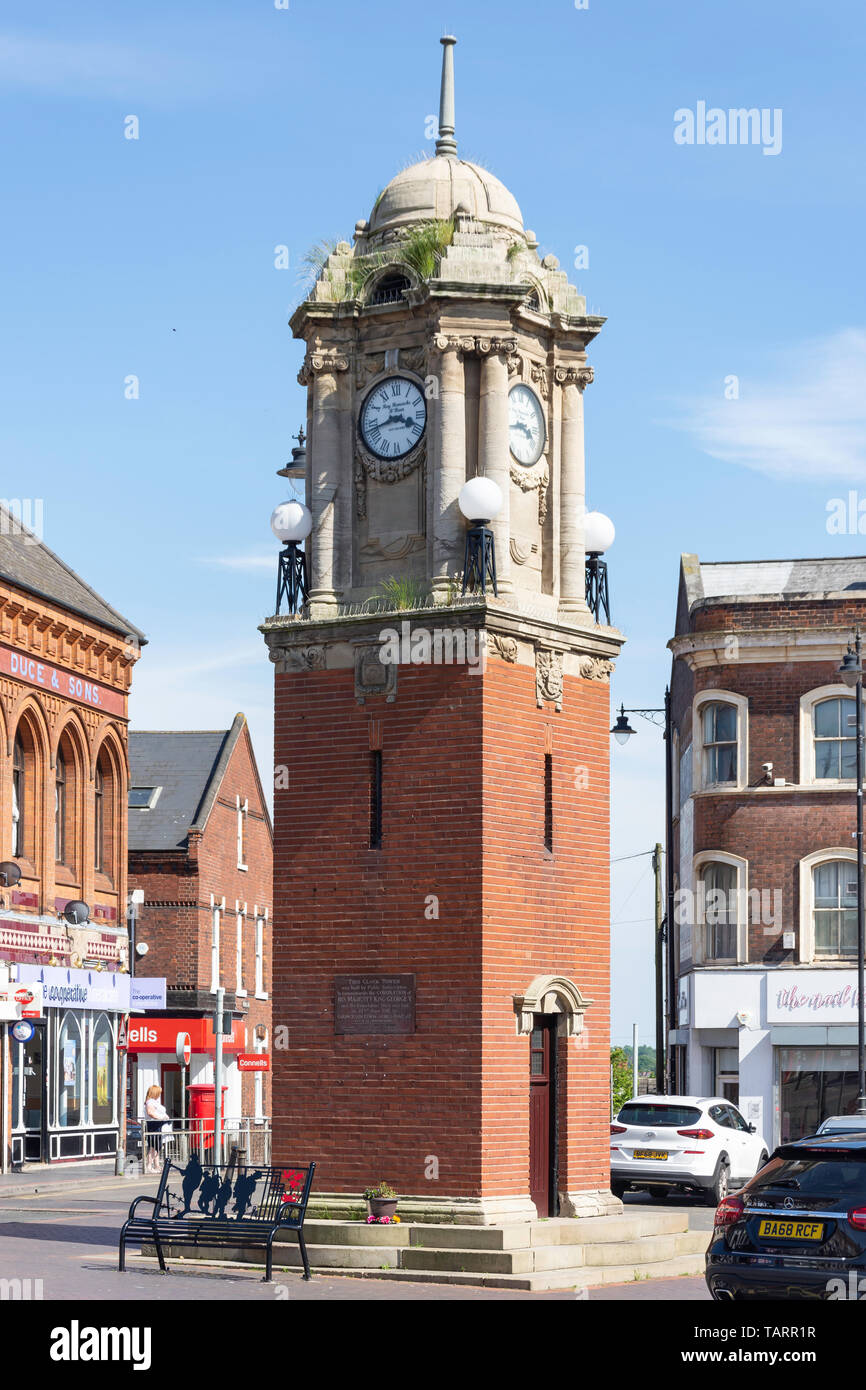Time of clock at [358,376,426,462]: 3:42
